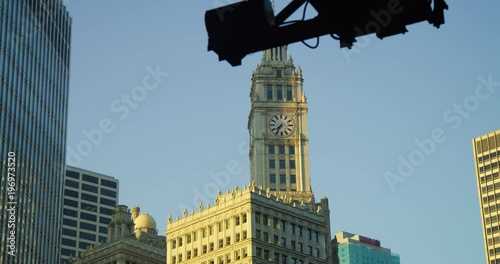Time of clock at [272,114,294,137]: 7:34
